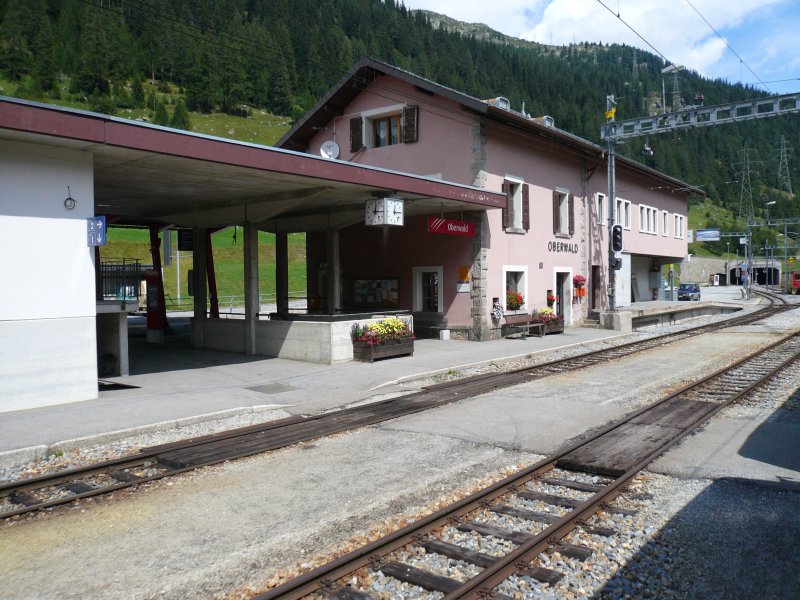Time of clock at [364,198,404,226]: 12:14
